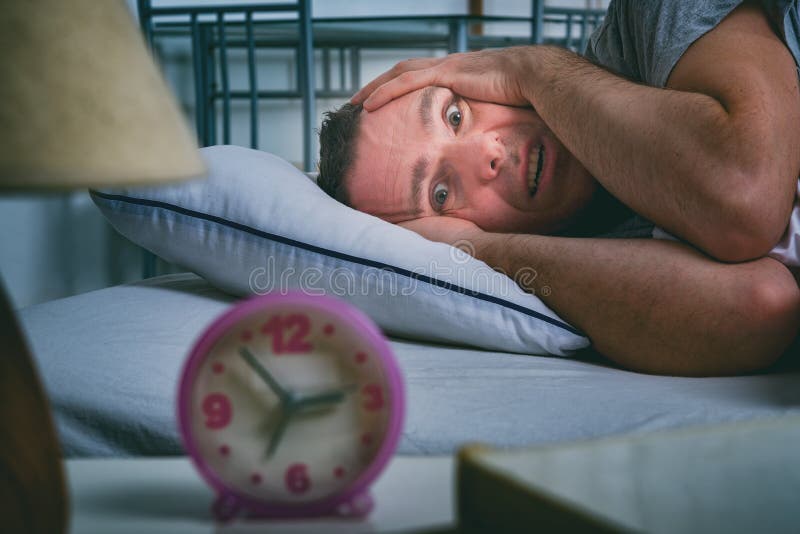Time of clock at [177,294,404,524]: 6:53
